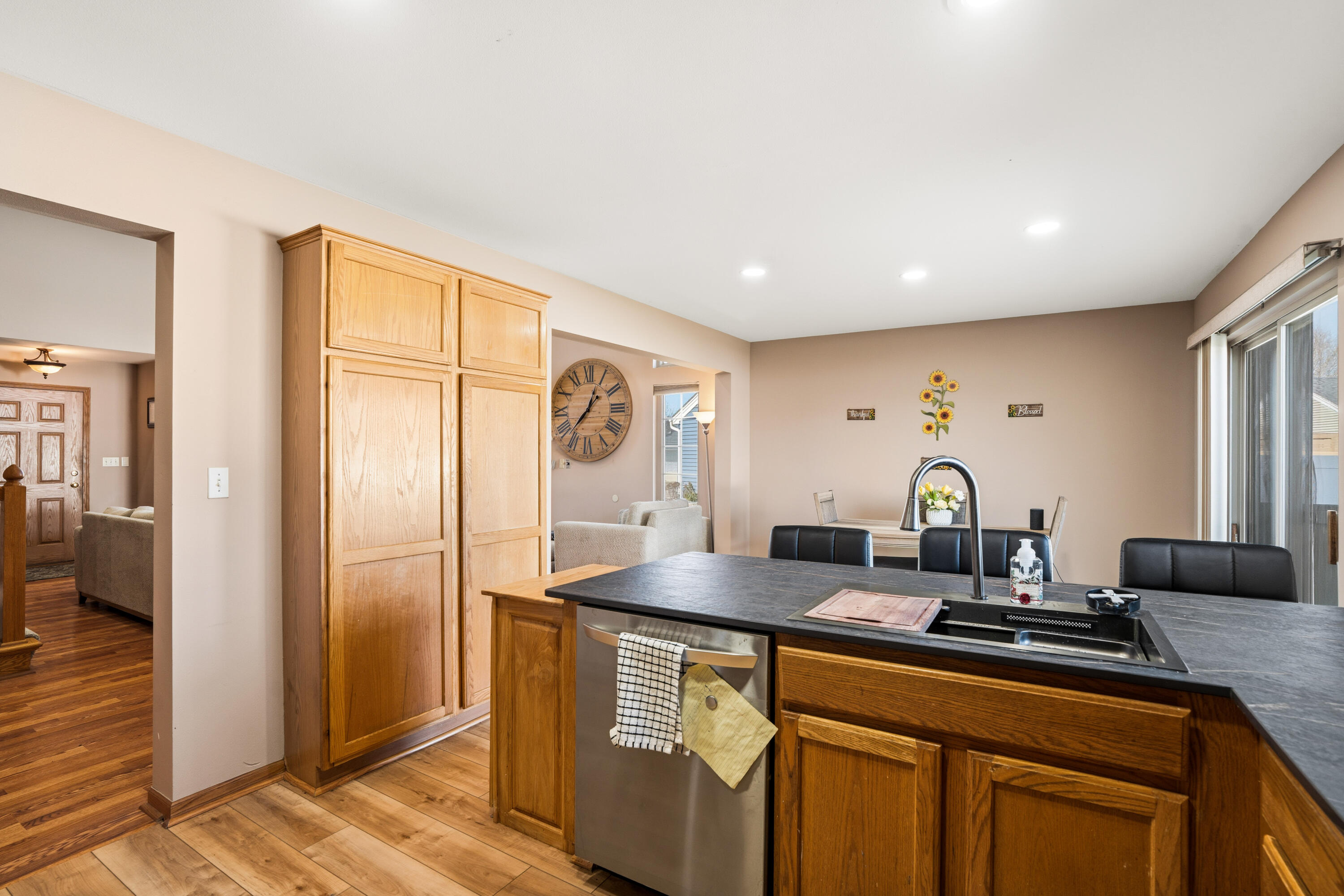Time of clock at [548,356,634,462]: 12:37
